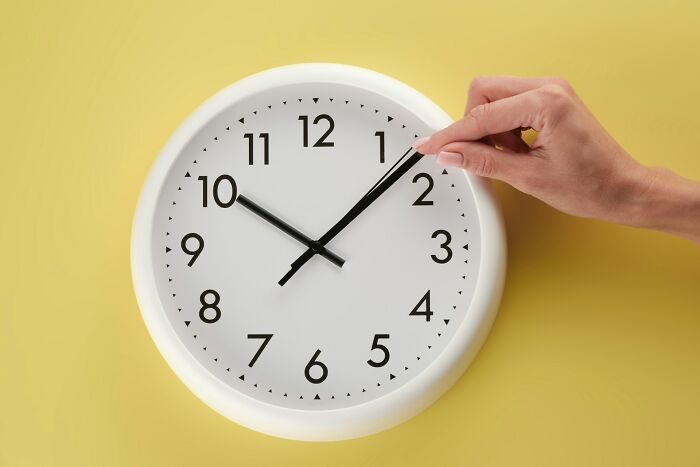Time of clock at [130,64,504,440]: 10:07
